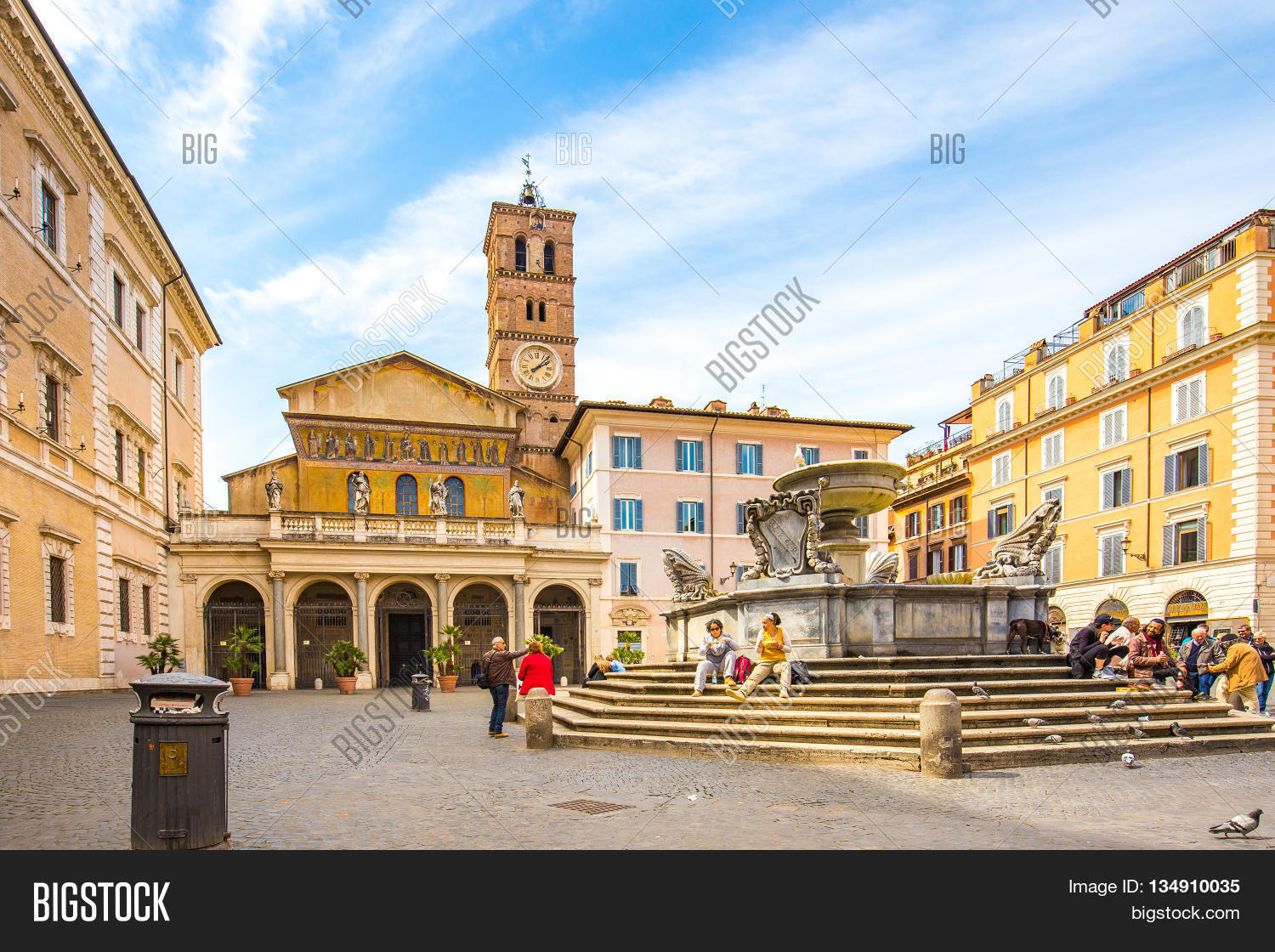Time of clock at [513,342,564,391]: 2:07
